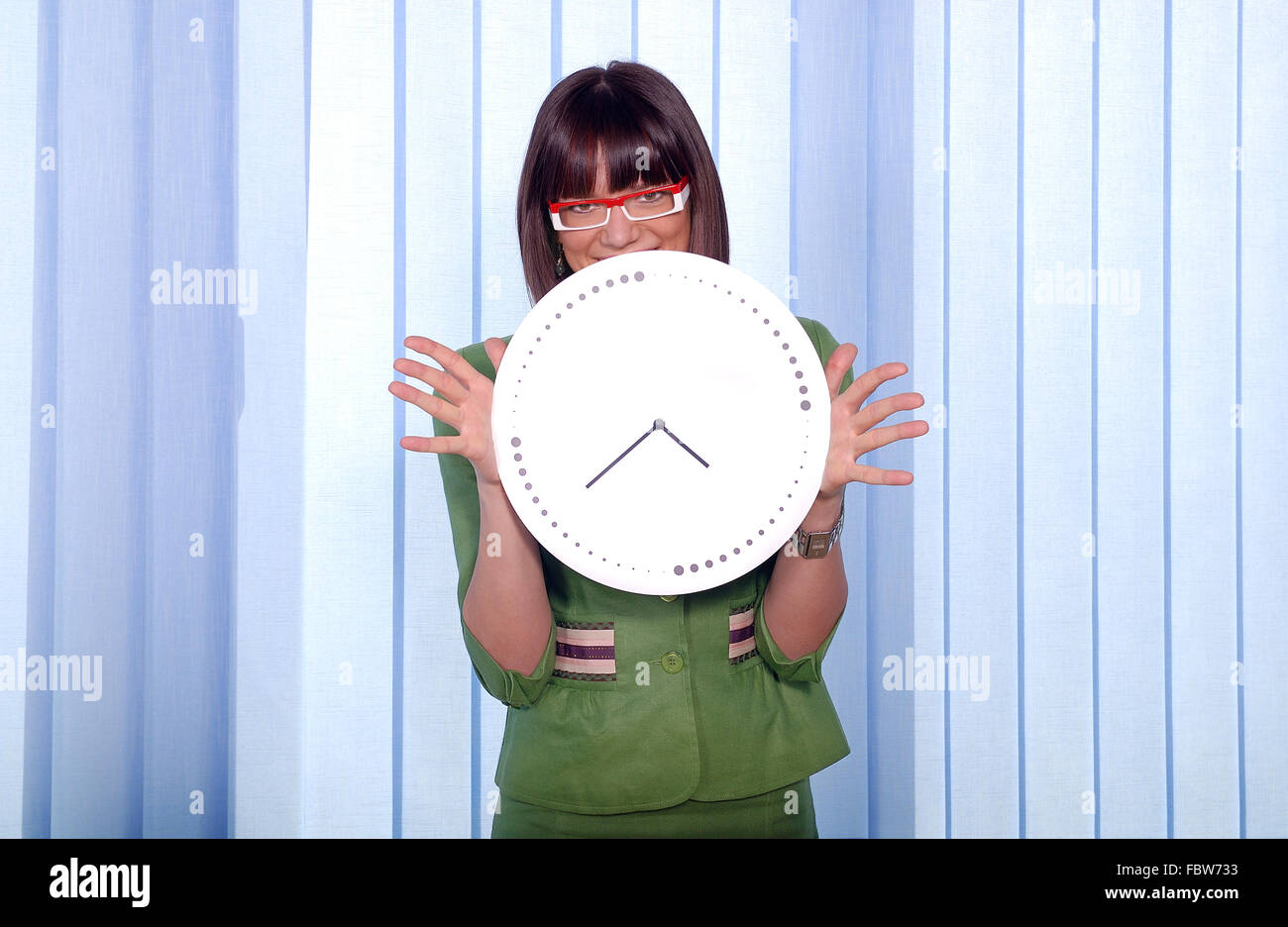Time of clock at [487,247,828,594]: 4:39
